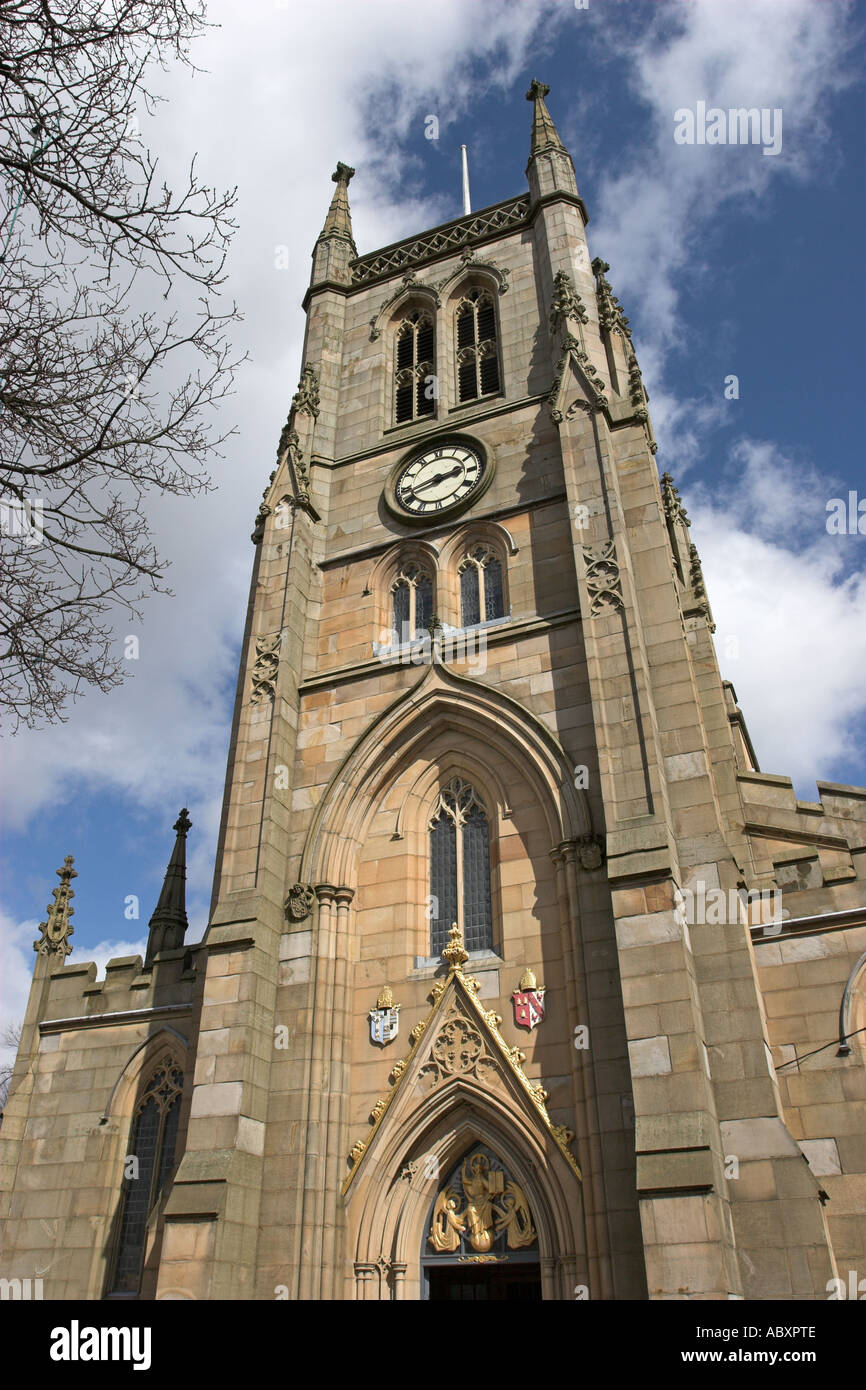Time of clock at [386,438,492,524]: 2:42
